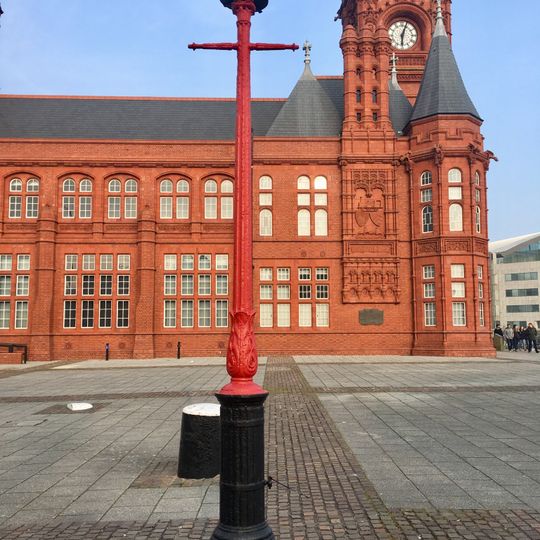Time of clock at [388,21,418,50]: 6:03
